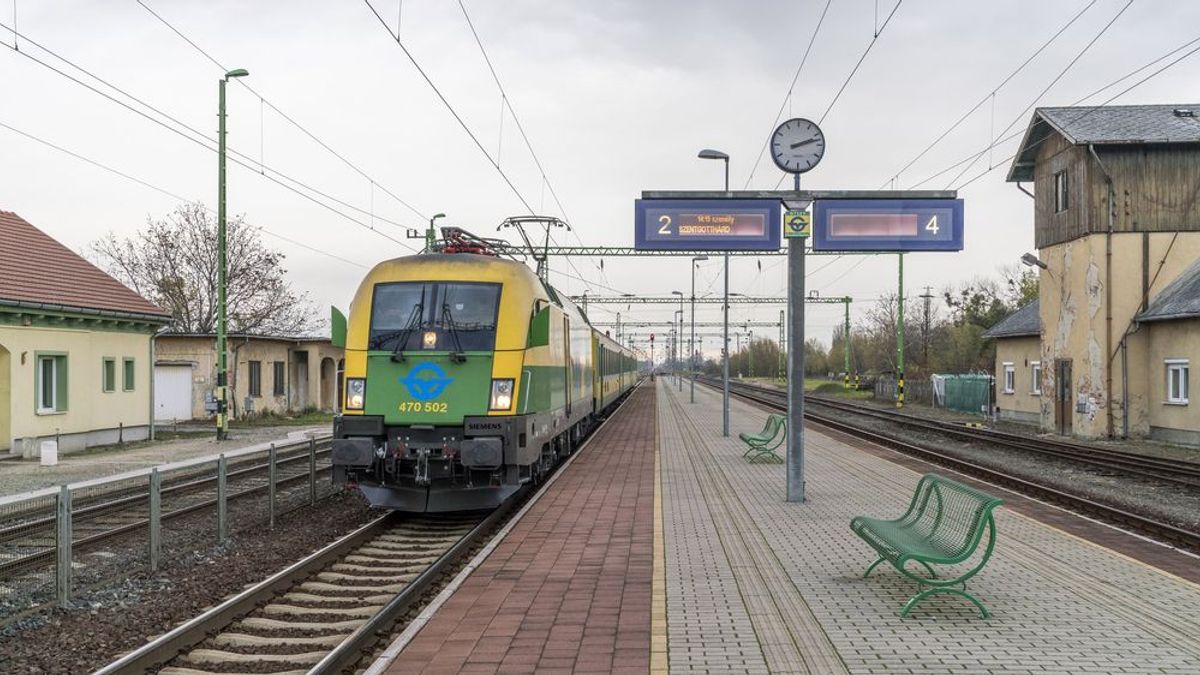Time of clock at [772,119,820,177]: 2:12
